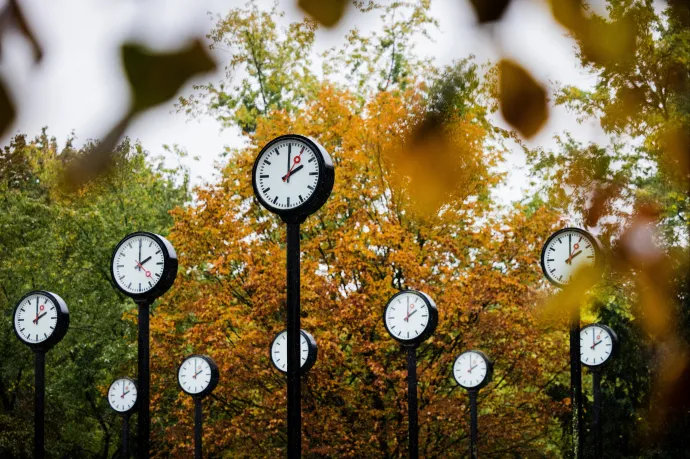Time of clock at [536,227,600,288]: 2:00
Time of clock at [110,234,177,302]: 2:00
